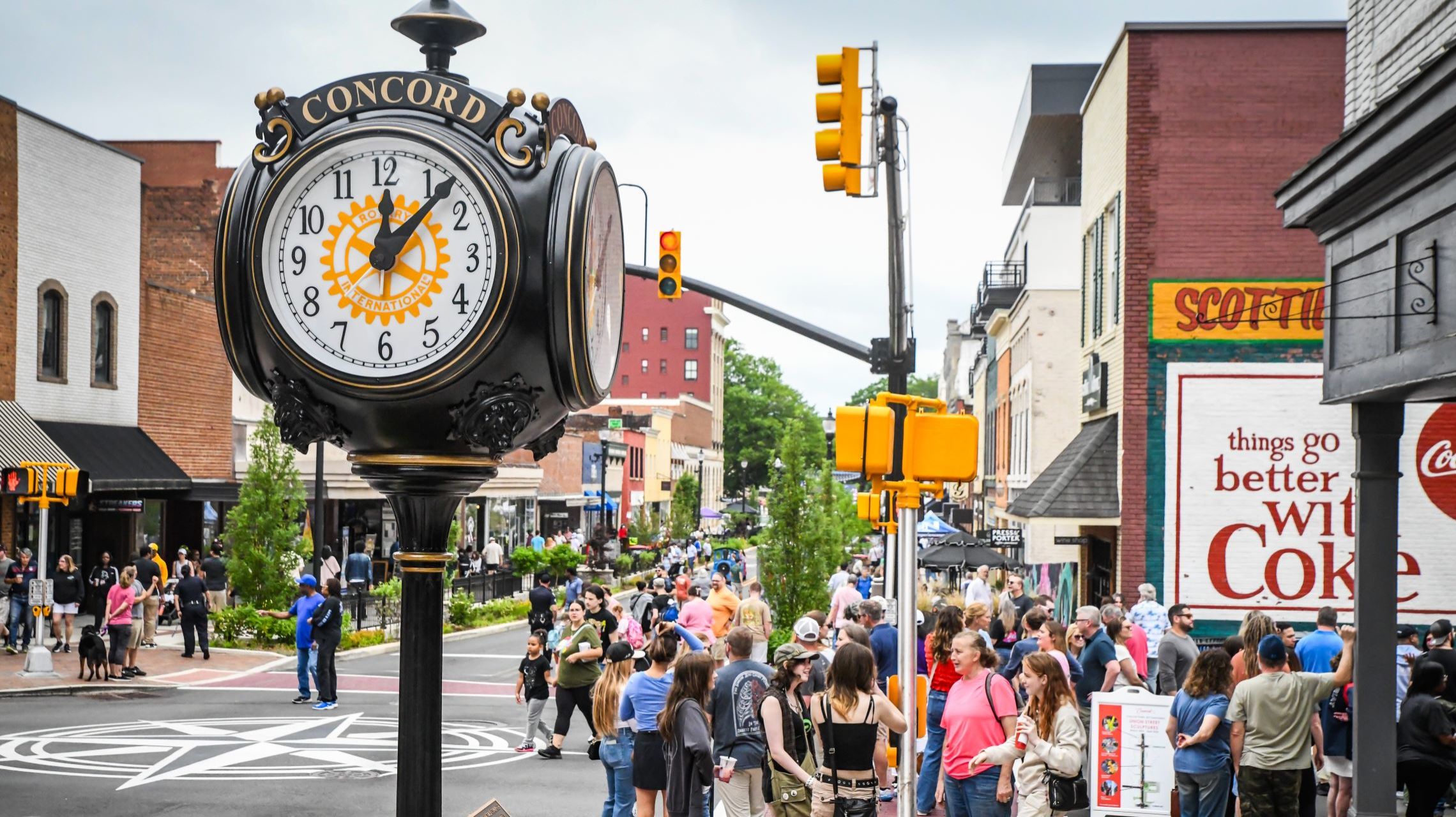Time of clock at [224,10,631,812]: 12:07
